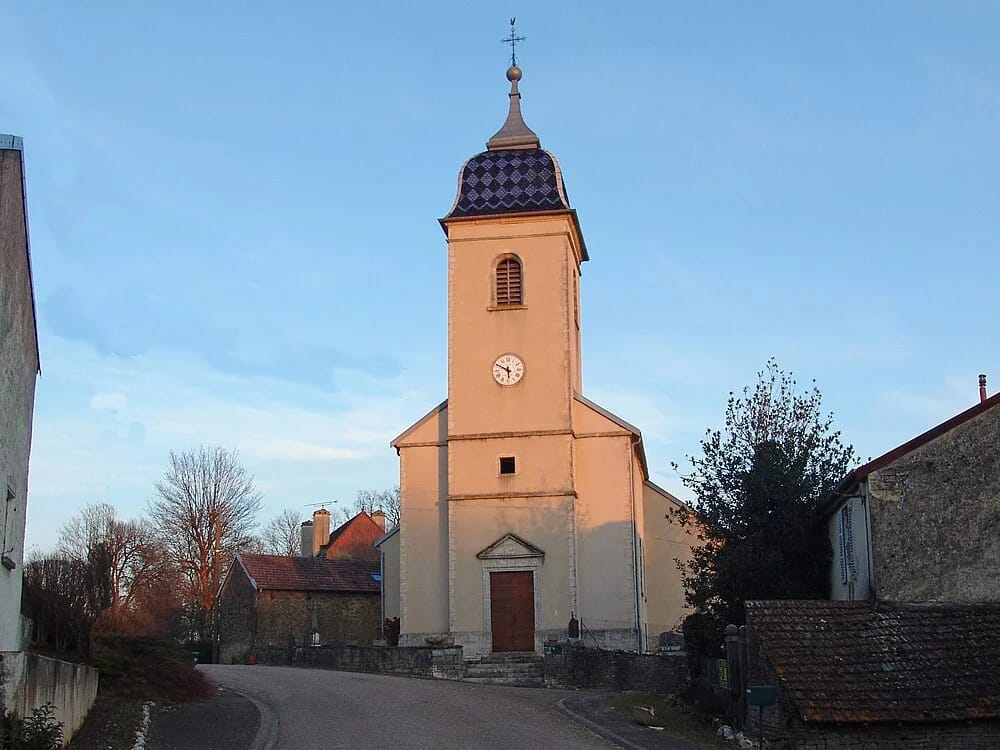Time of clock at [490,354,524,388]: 5:49
